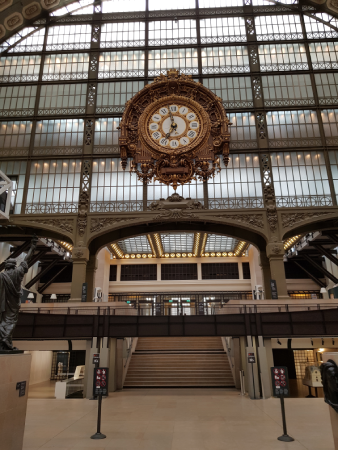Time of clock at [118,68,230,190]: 6:58
